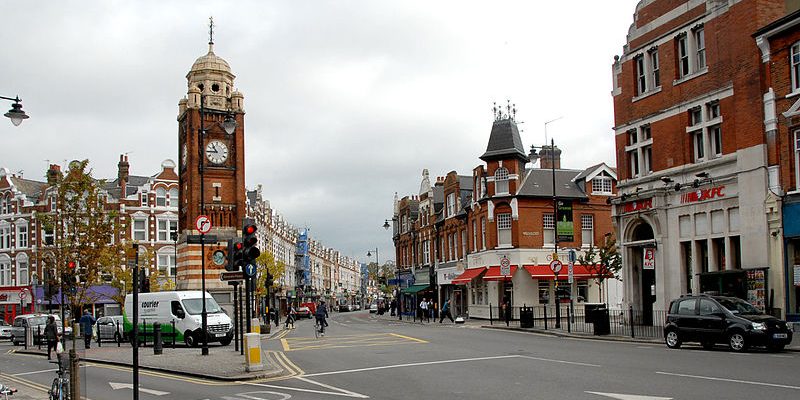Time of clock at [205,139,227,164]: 10:45
